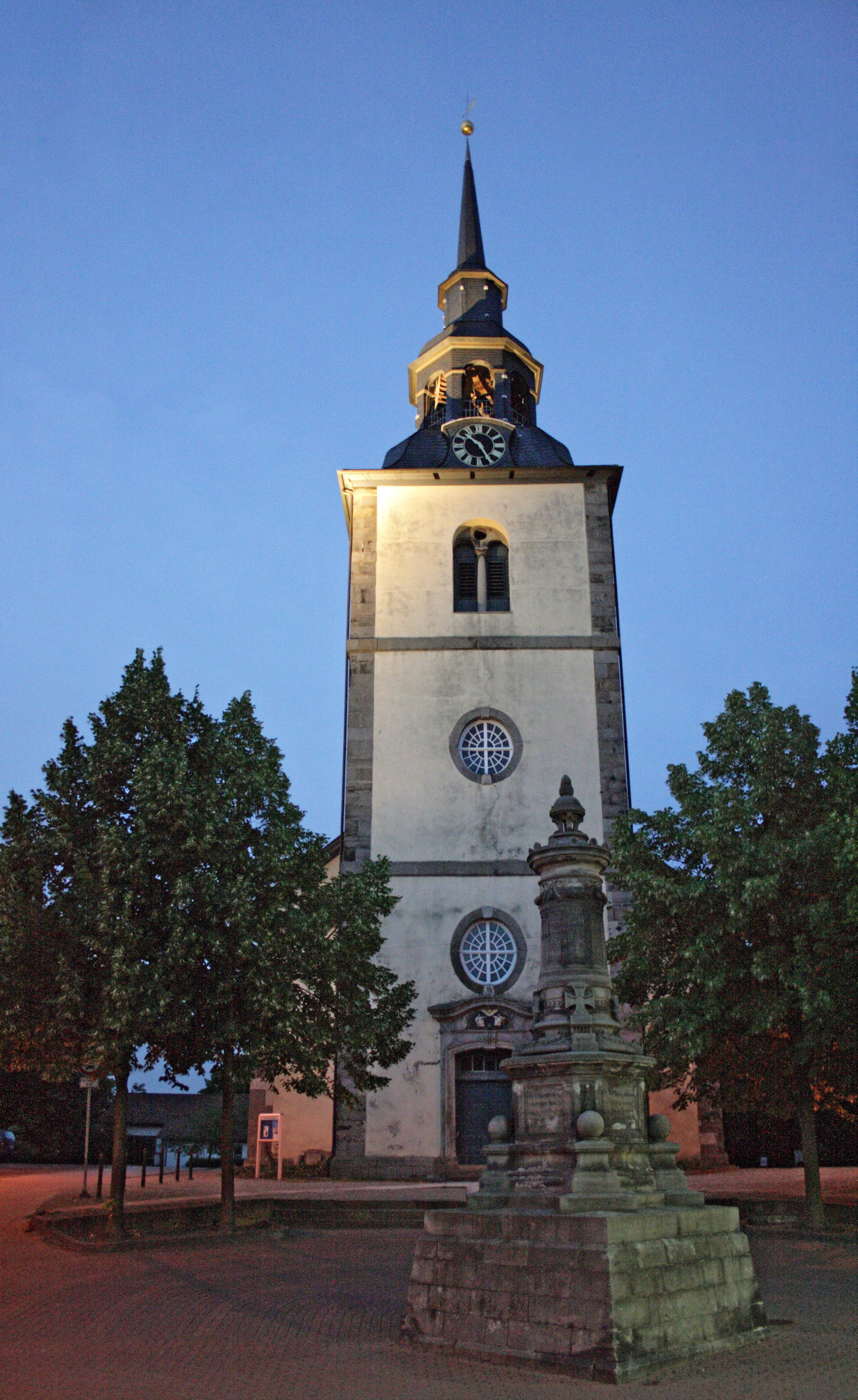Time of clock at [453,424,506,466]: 10:24
